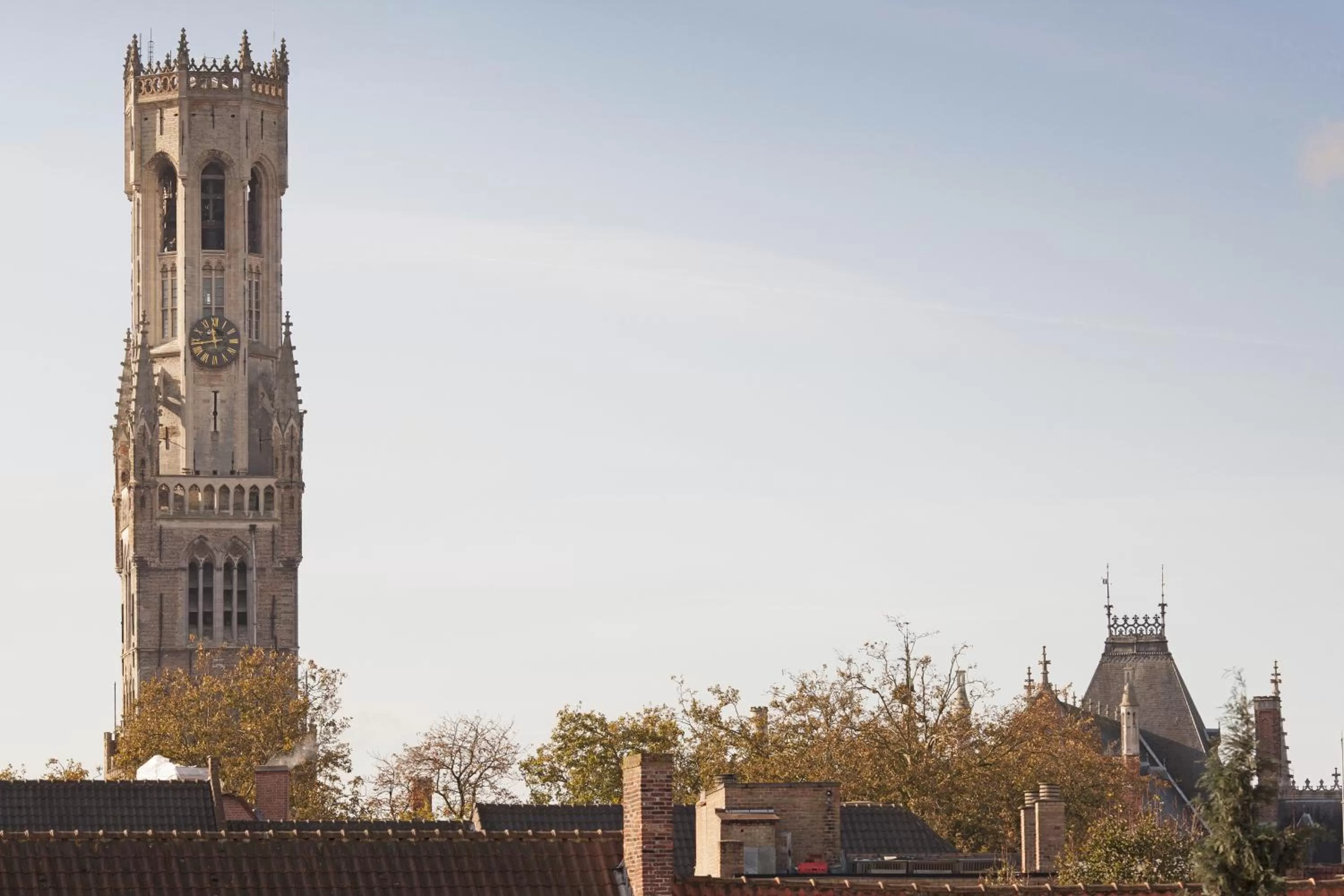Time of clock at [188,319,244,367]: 11:43
